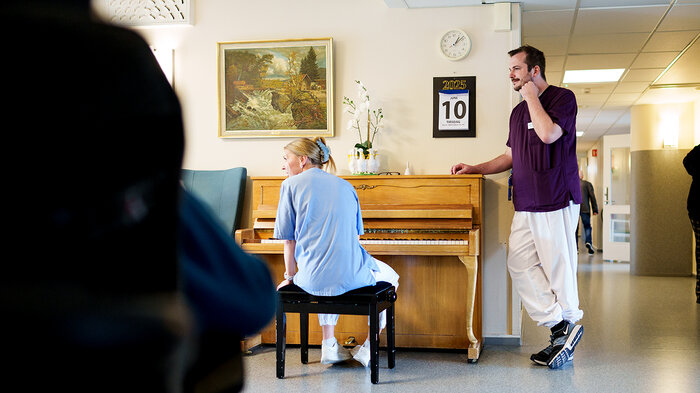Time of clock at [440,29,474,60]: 1:08
